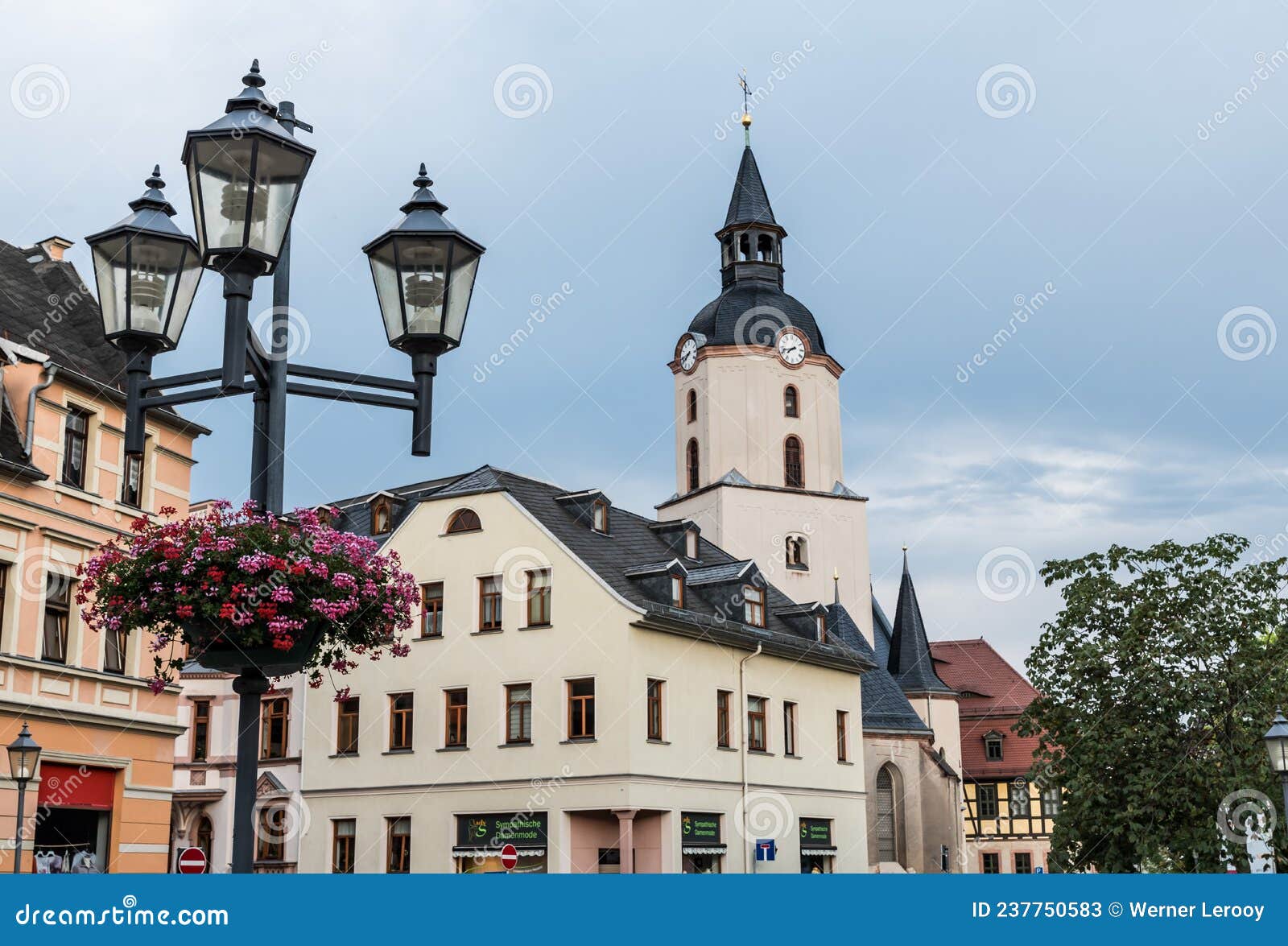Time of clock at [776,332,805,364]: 7:42
